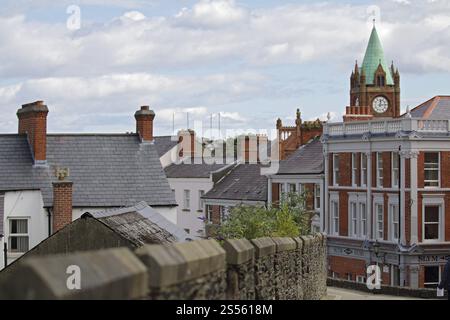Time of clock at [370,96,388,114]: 12:14
